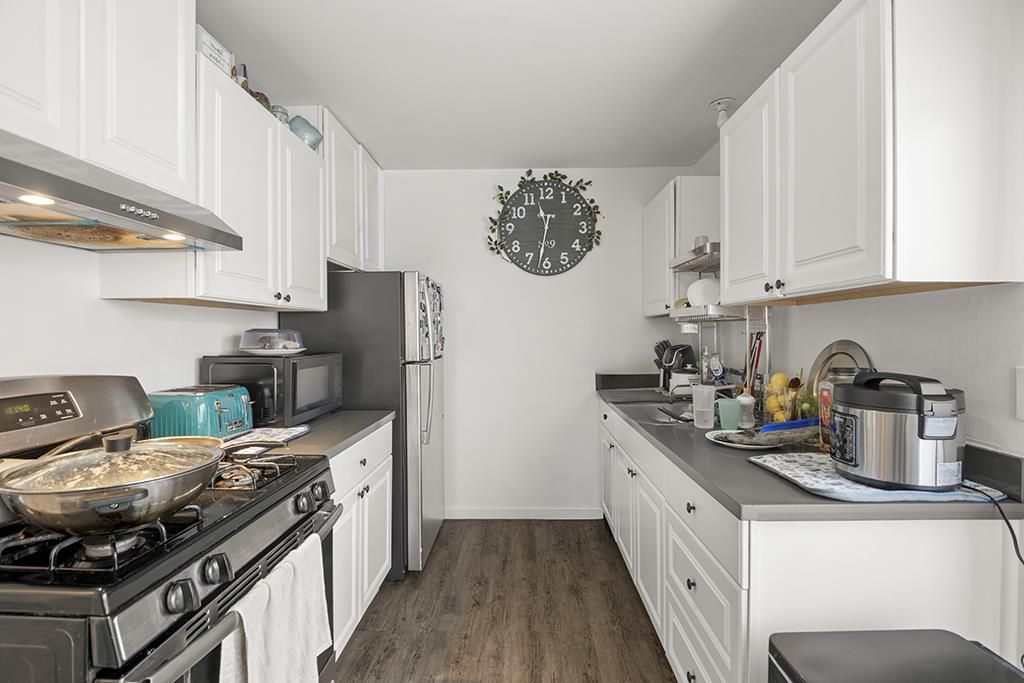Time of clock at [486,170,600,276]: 11:31
